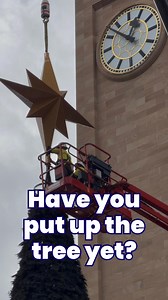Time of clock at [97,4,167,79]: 12:52
